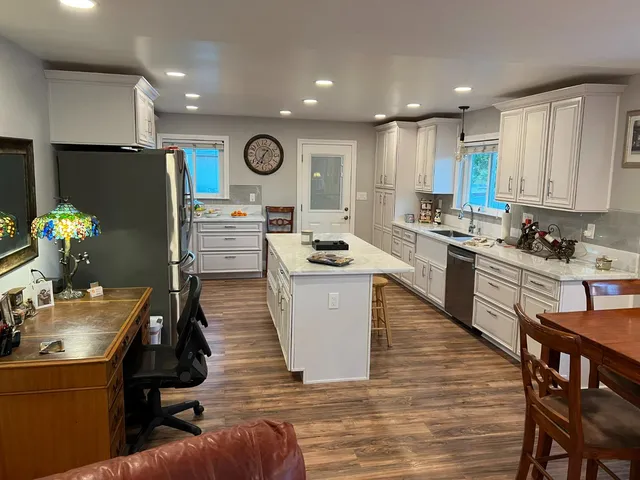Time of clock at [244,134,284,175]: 6:36
